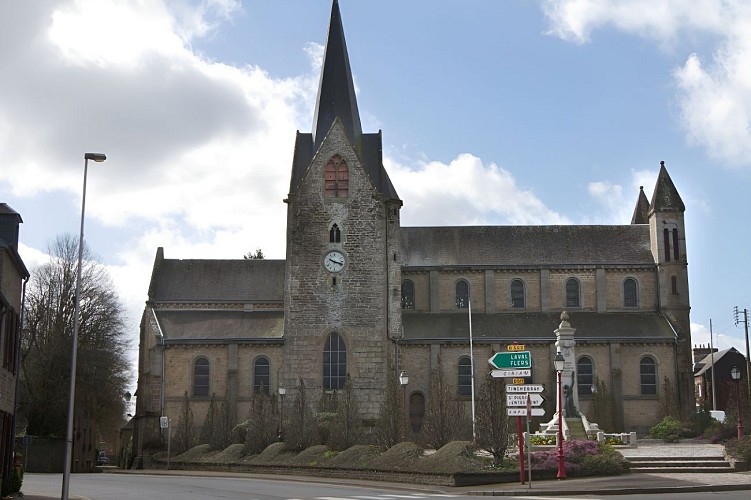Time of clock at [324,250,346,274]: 10:18
